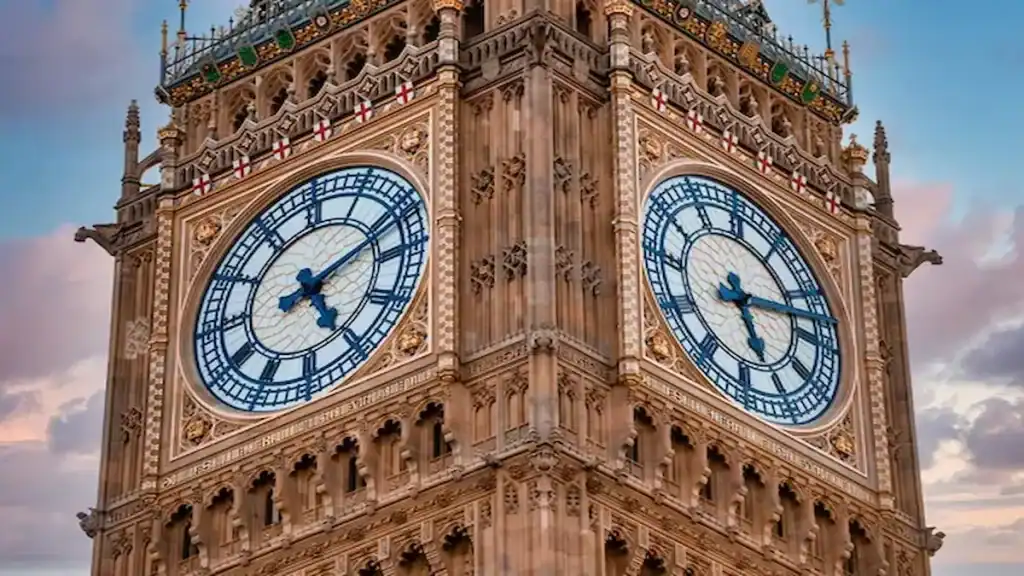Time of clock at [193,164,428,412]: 5:11
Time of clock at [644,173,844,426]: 5:12
